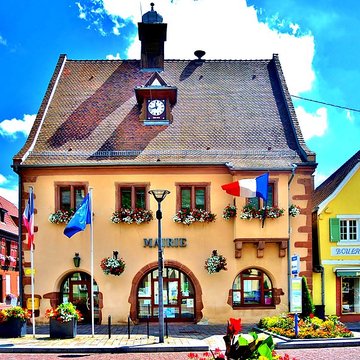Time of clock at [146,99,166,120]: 11:42
